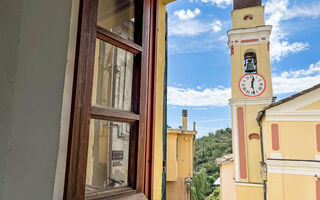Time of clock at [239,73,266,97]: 12:28
